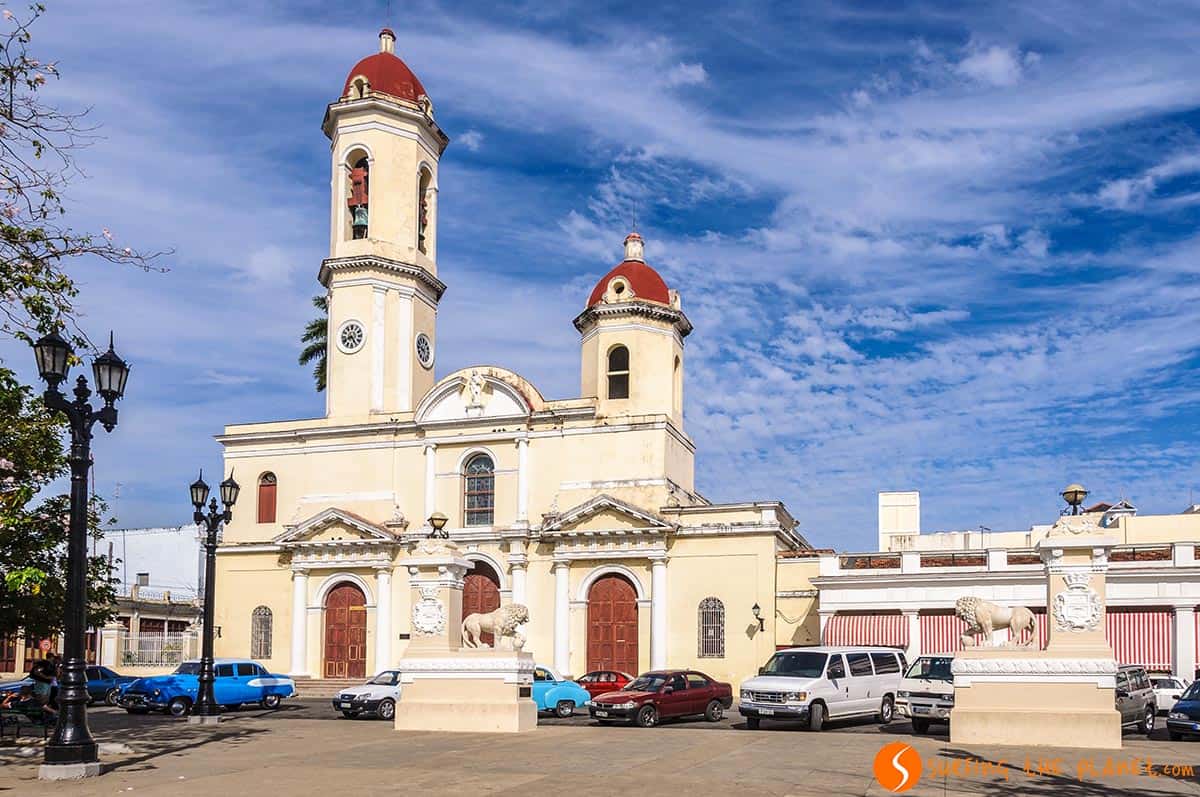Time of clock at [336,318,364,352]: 8:23
